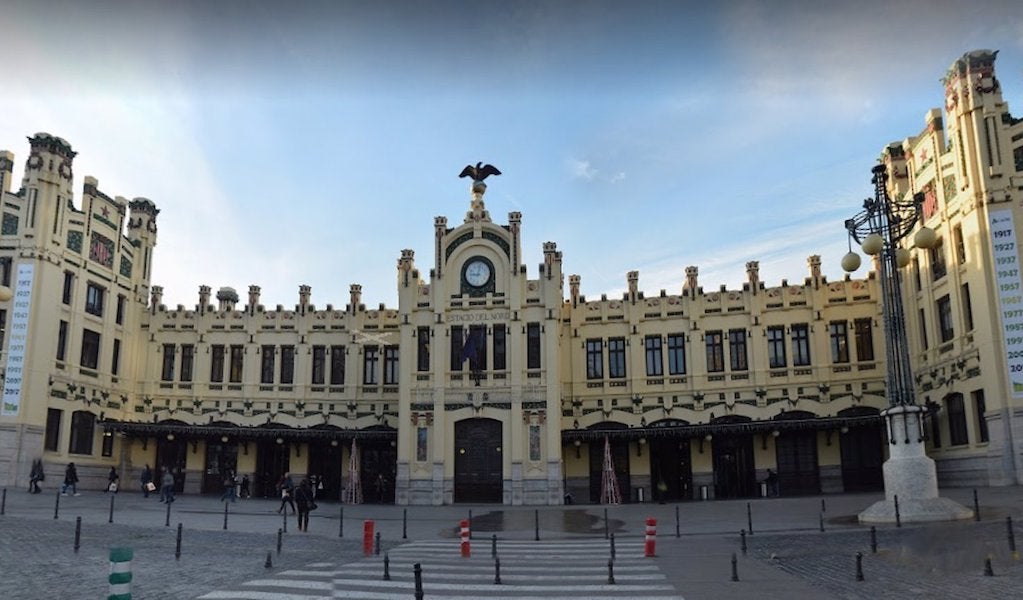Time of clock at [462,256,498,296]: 9:01
